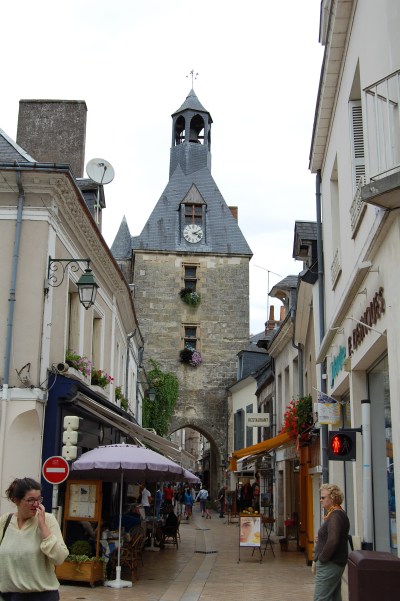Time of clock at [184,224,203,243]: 2:18
